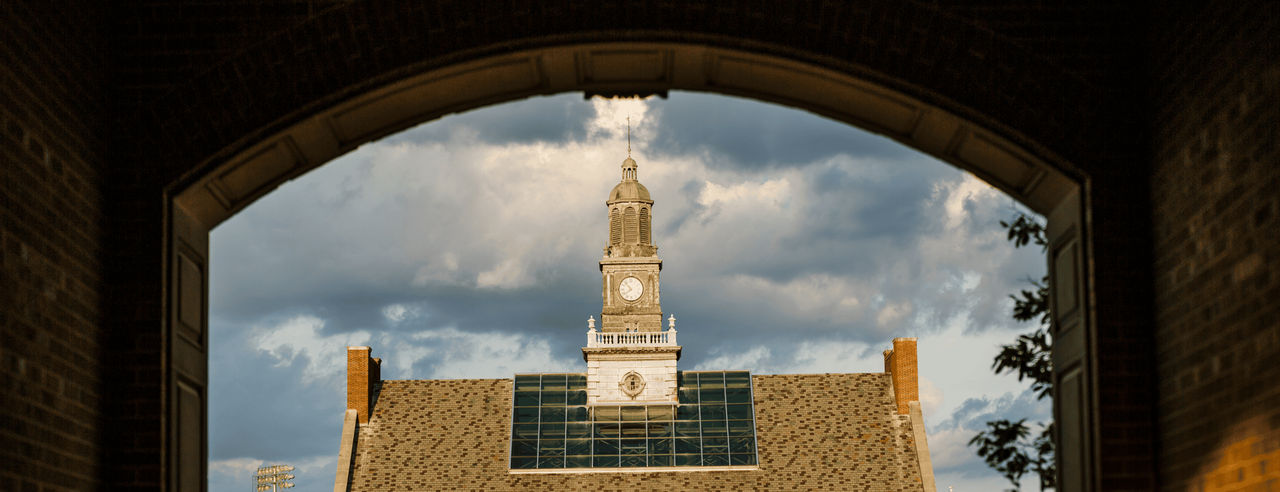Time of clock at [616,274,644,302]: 7:53
